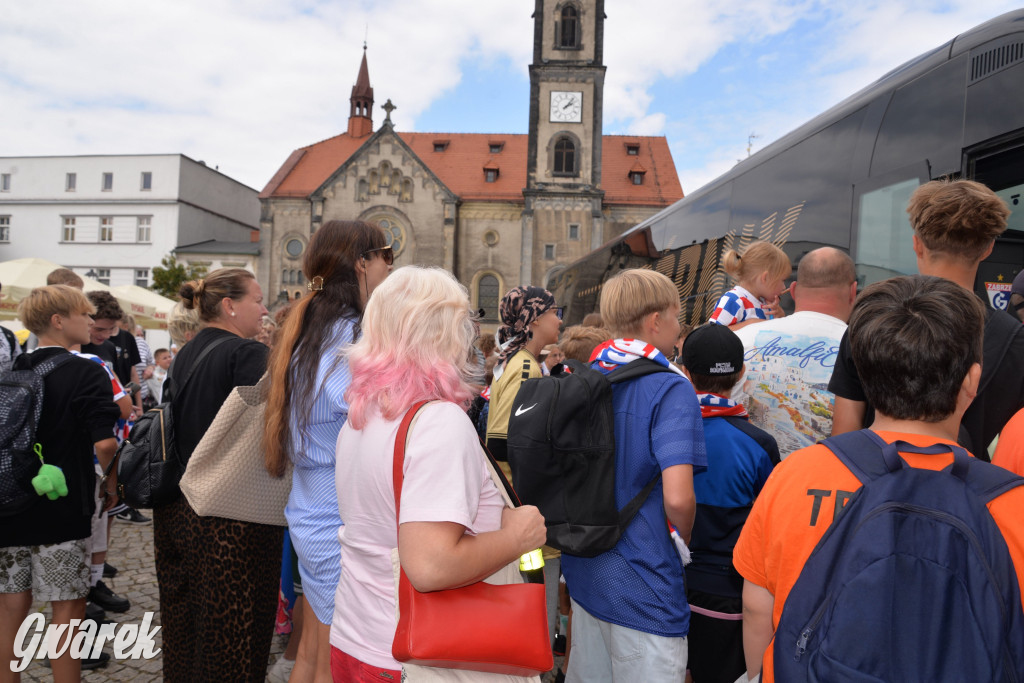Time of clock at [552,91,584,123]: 2:06
